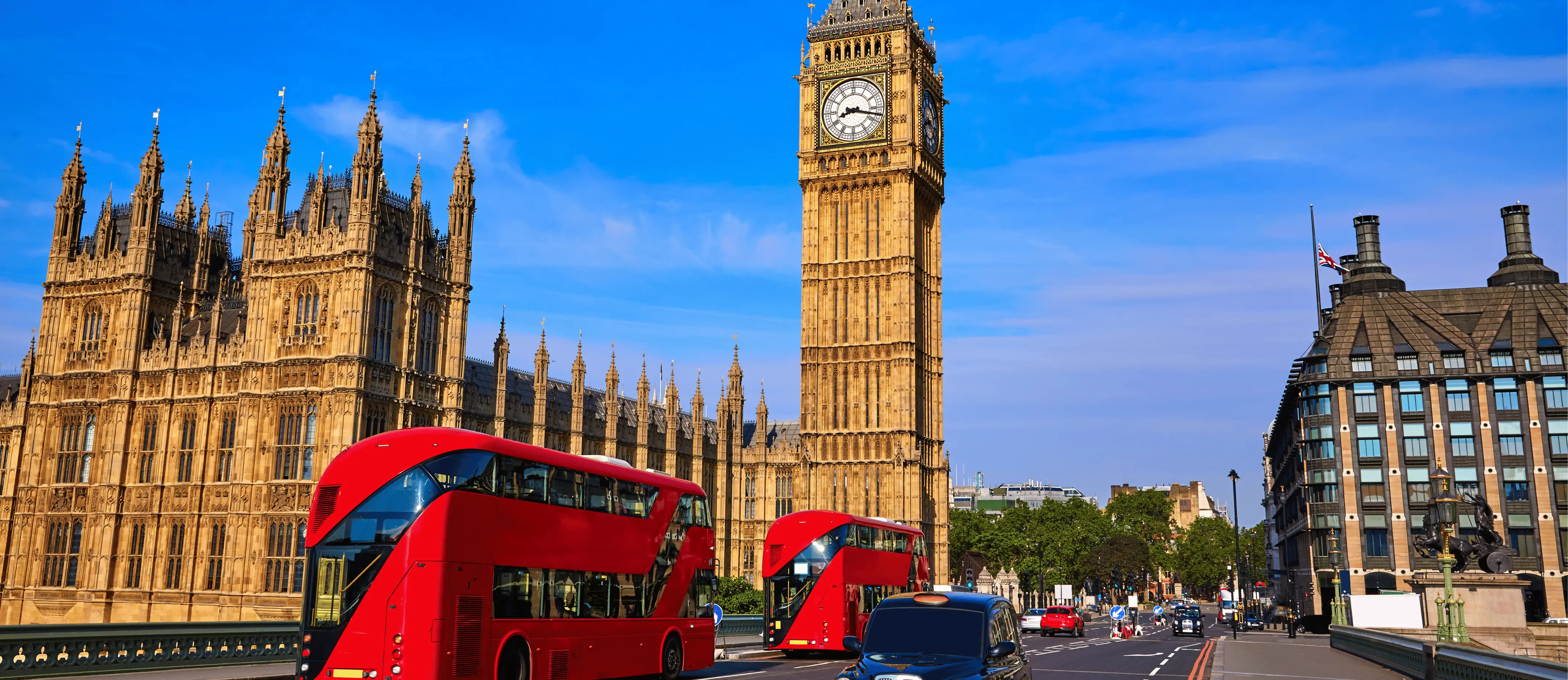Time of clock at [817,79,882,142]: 8:17
